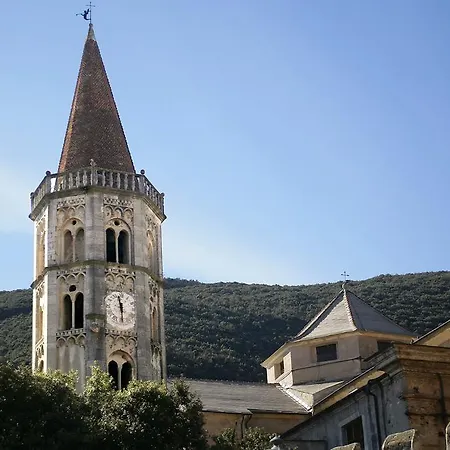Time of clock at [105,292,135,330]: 11:29
